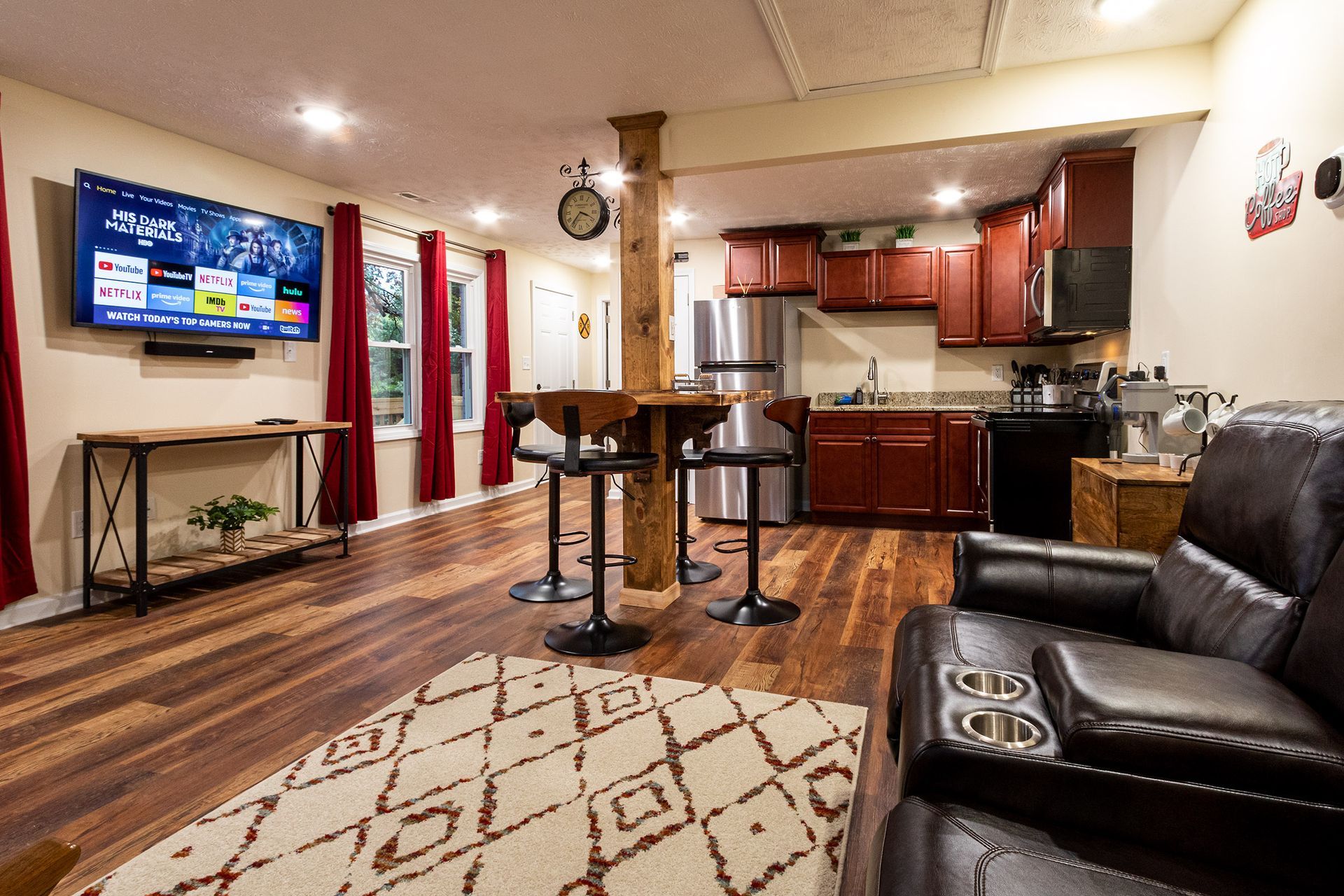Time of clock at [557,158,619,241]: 3:36
